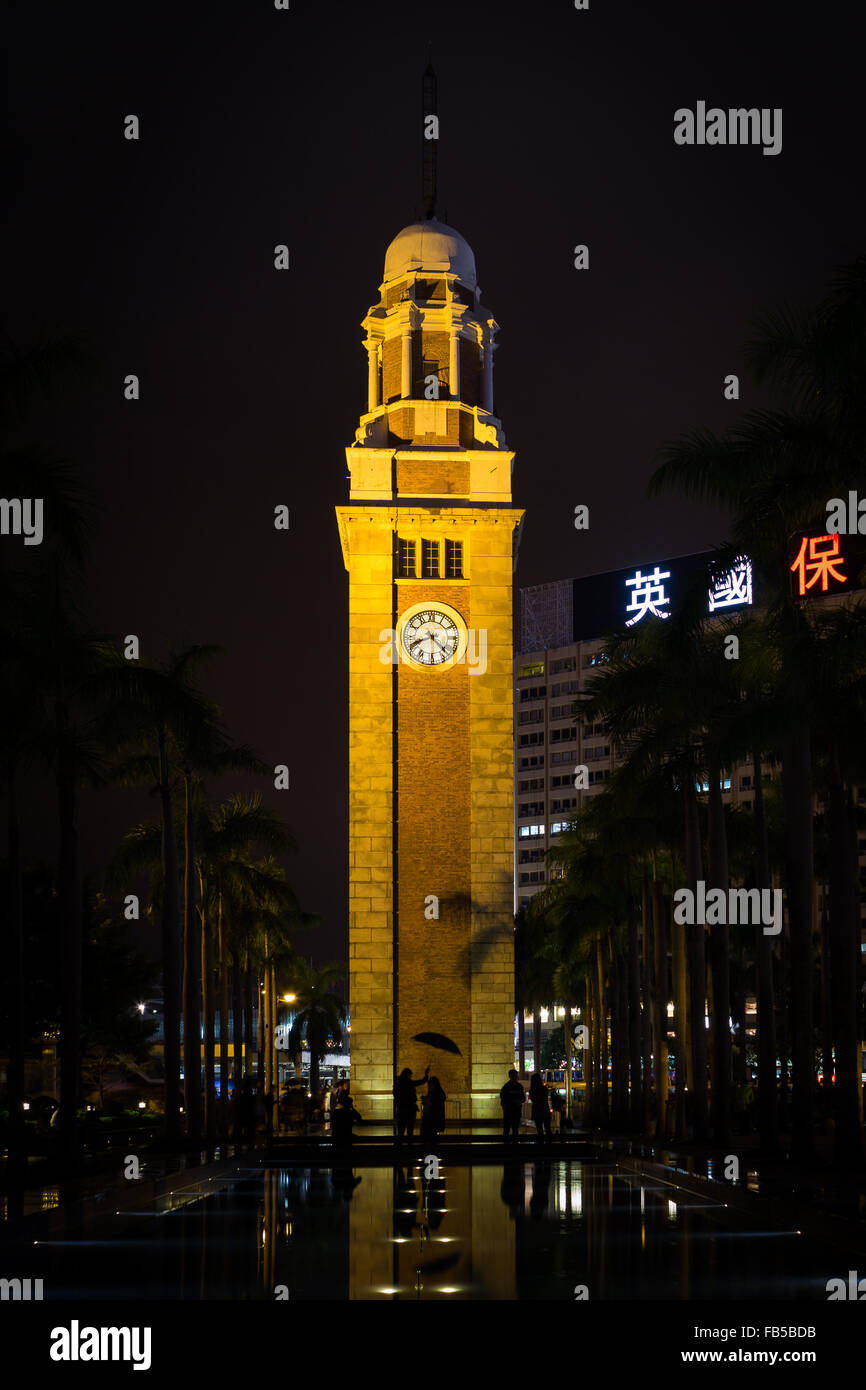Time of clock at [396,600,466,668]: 8:22
